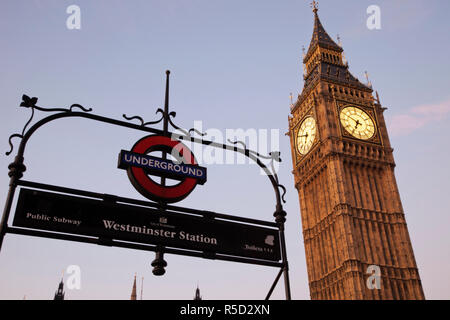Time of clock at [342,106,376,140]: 6:49
